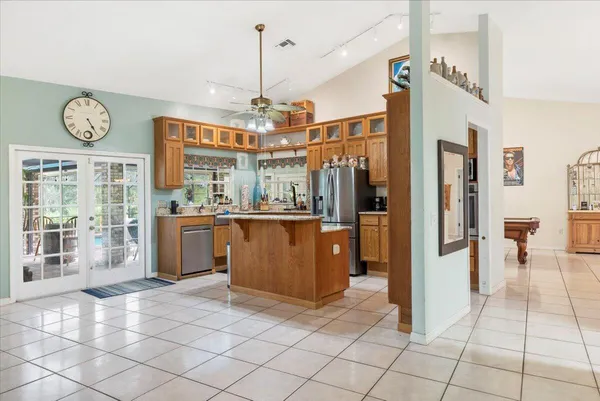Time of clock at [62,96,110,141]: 4:24
